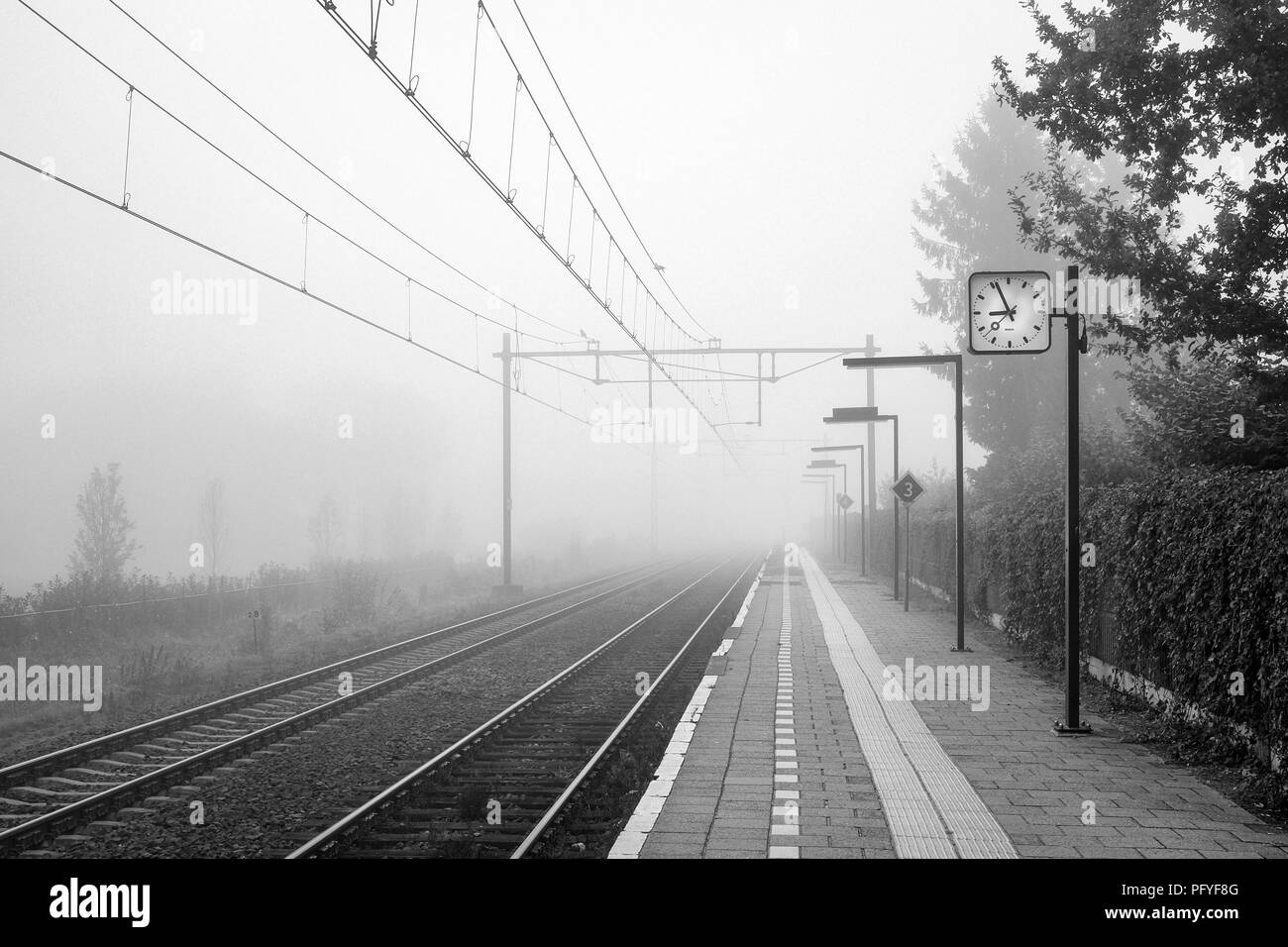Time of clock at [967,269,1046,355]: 8:56
